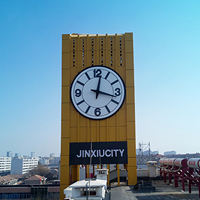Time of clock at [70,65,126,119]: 12:17
